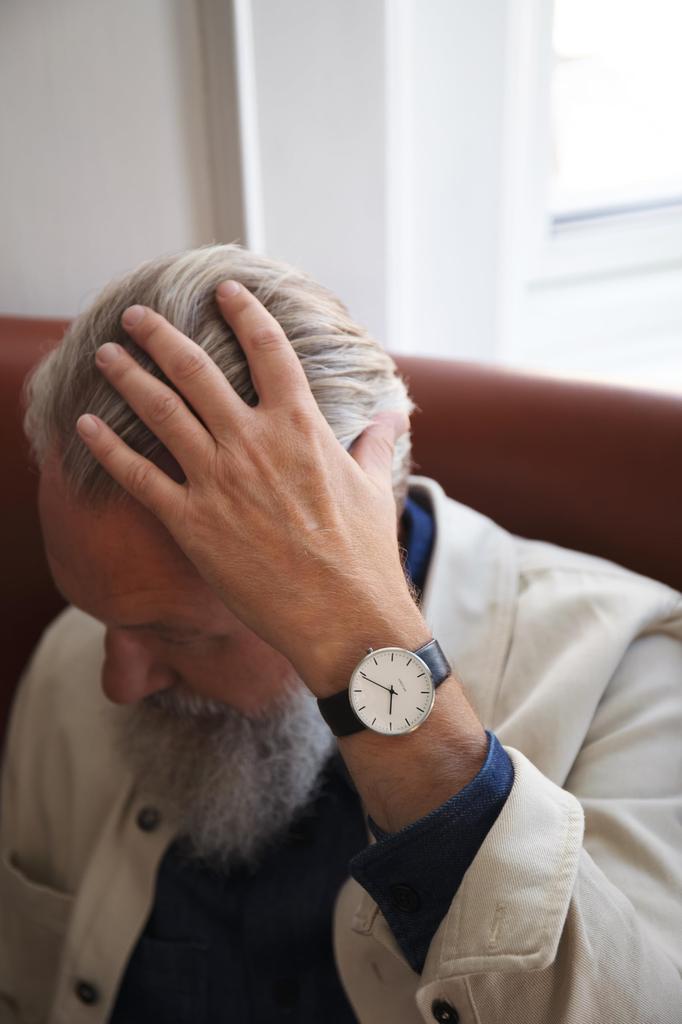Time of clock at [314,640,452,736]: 5:49
